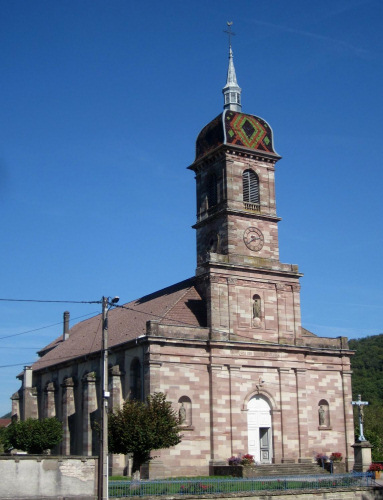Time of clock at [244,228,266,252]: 2:38
